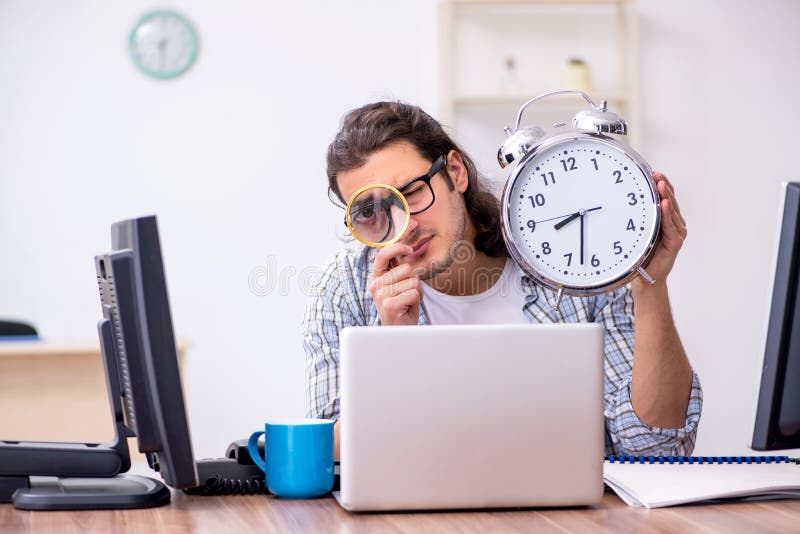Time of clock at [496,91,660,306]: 8:32
